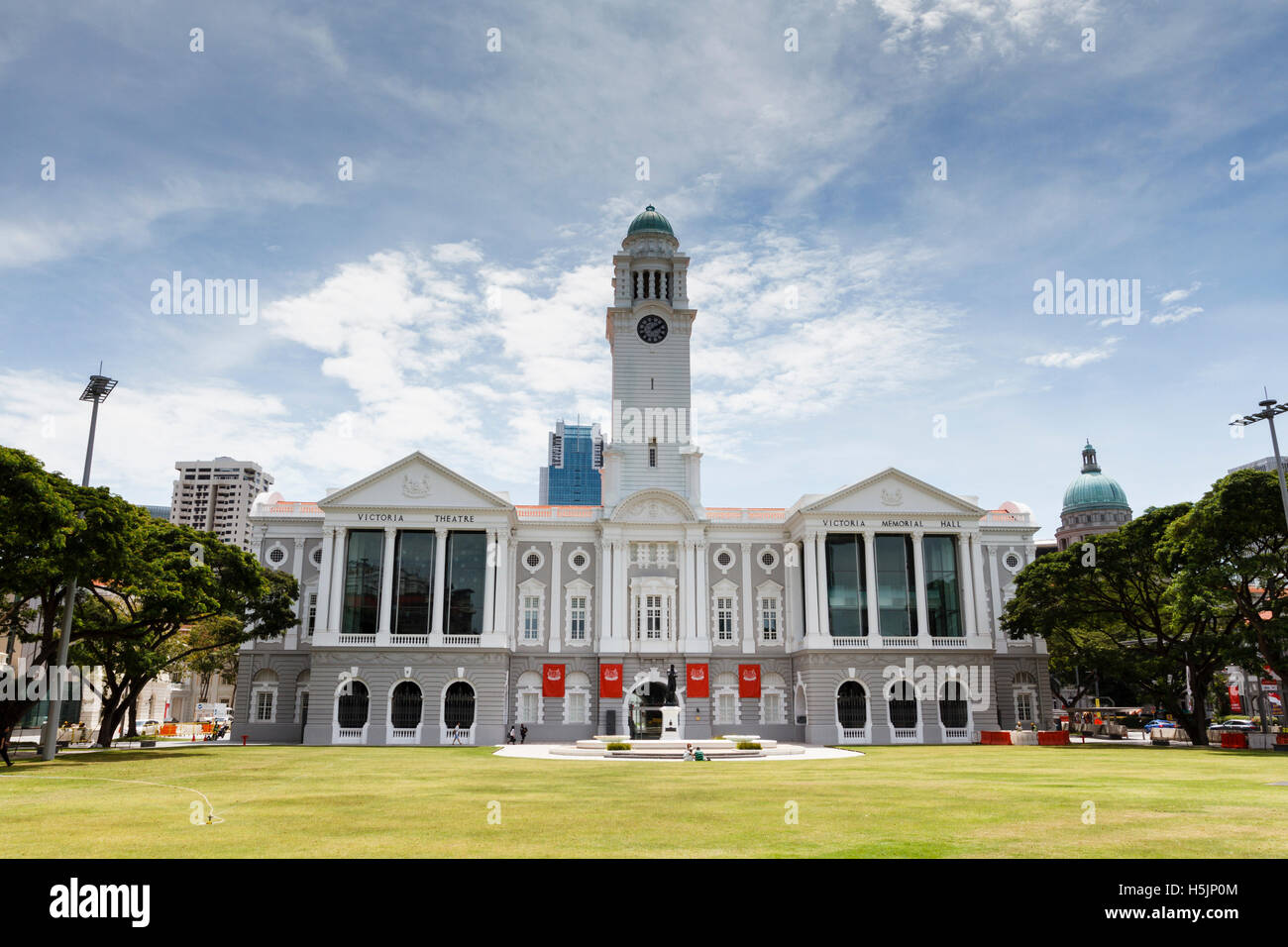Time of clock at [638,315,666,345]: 2:09
